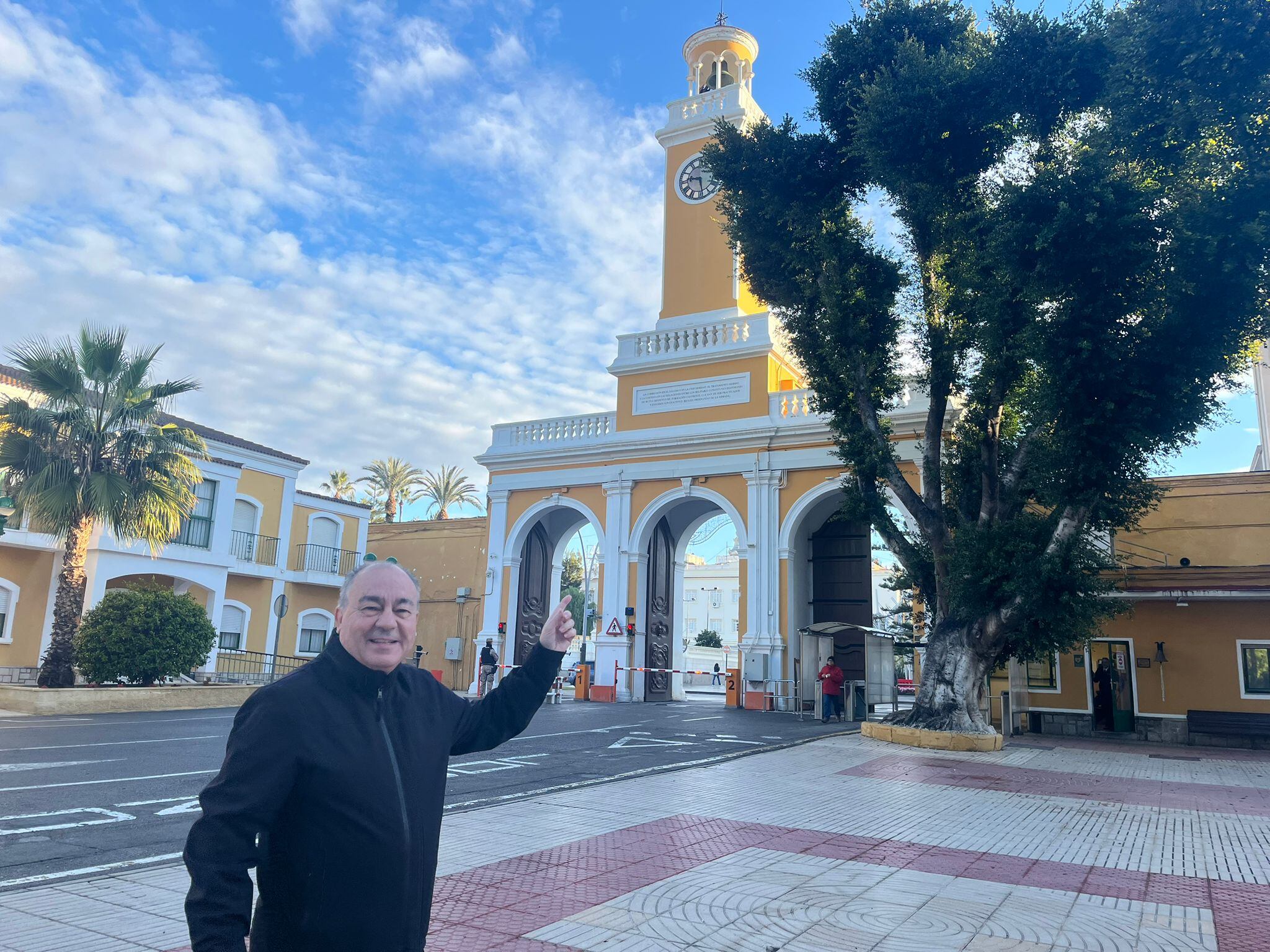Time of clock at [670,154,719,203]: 9:28
